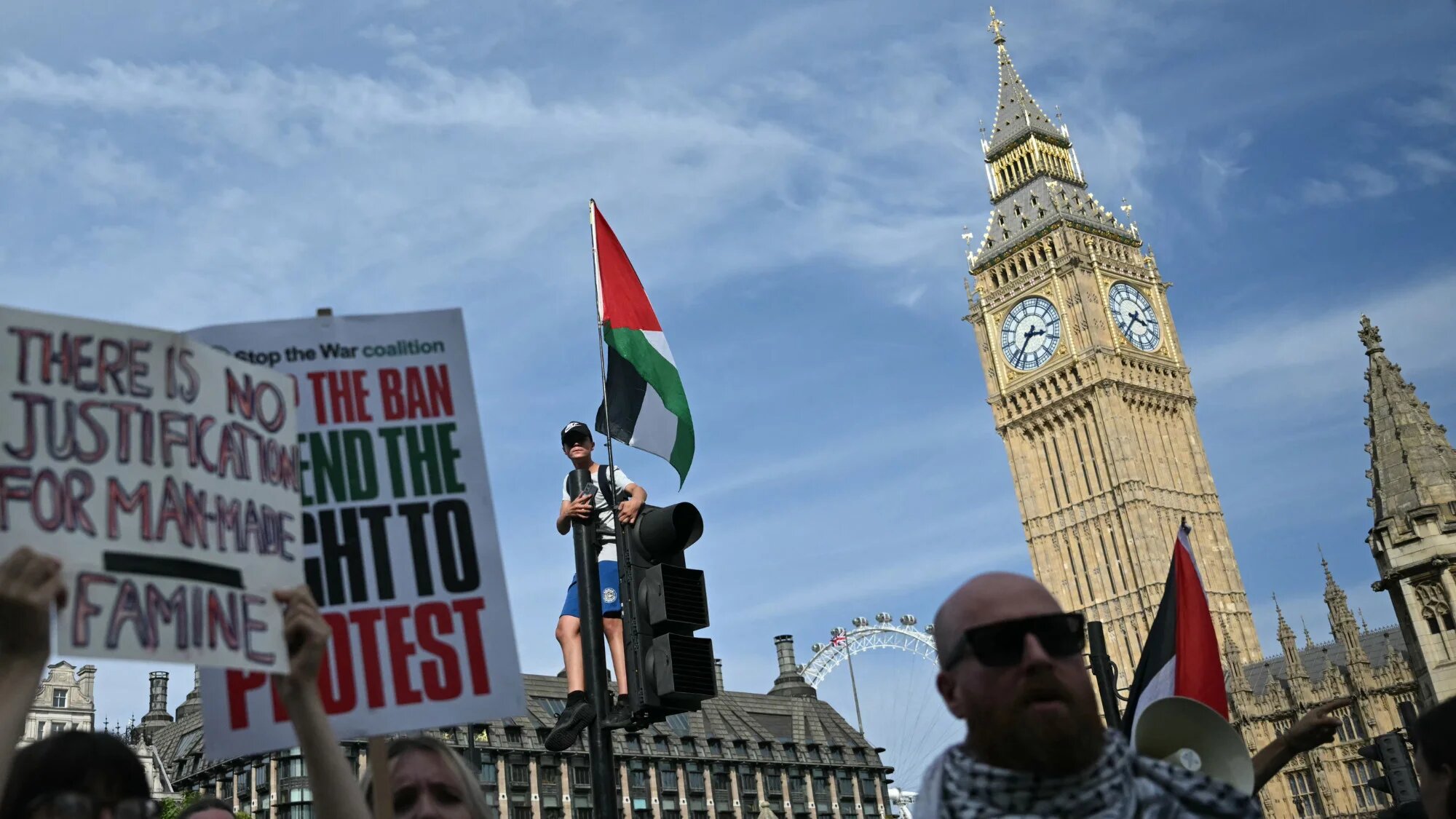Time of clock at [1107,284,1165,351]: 3:37
